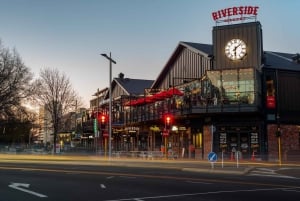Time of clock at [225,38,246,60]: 6:08
